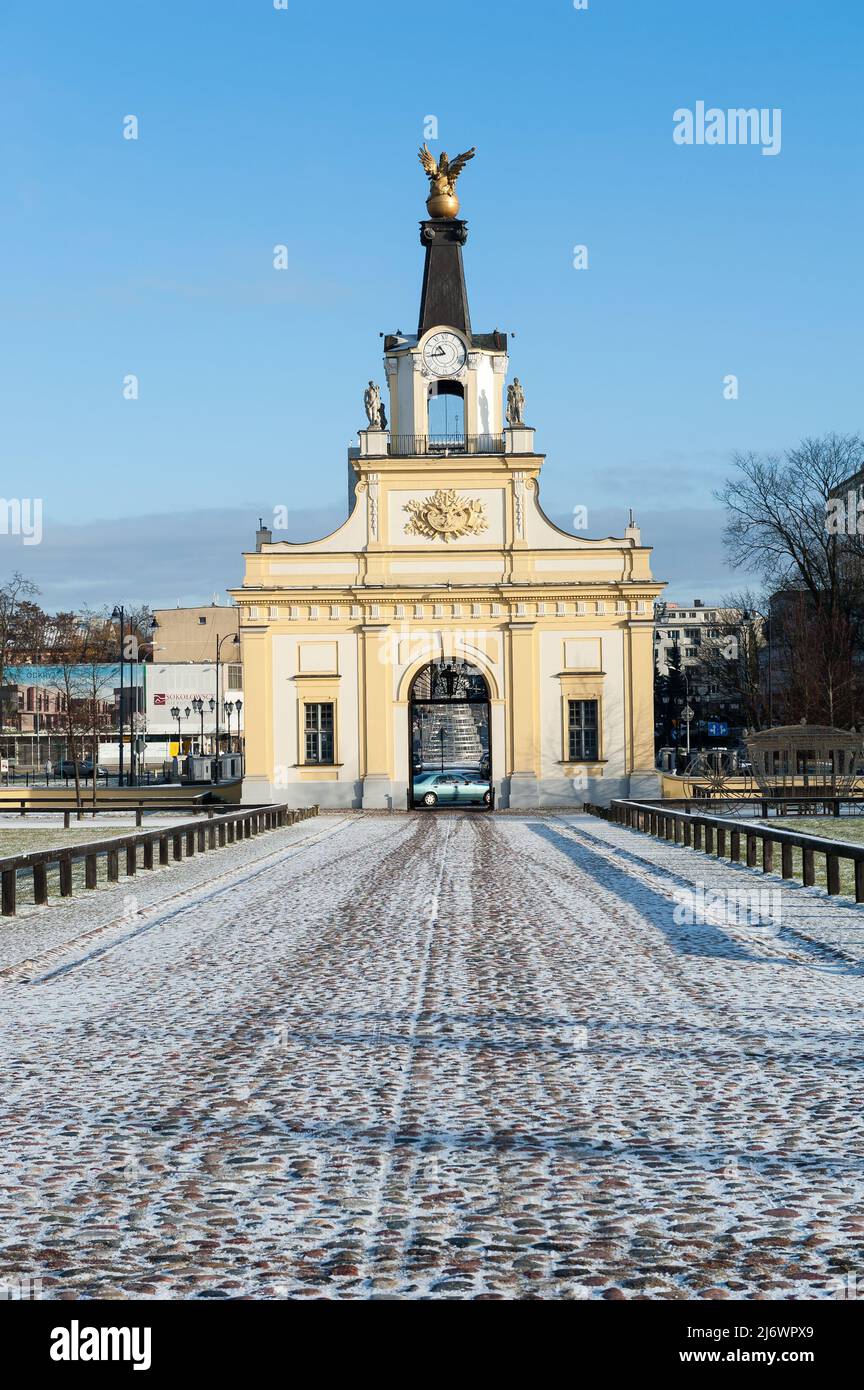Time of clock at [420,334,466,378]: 10:43
